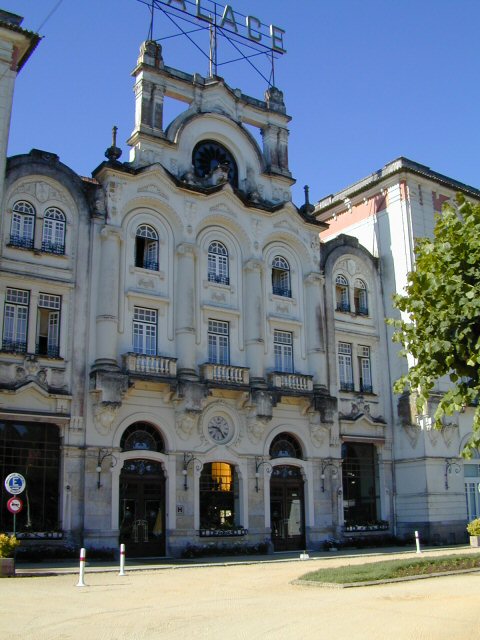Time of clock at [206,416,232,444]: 9:23
